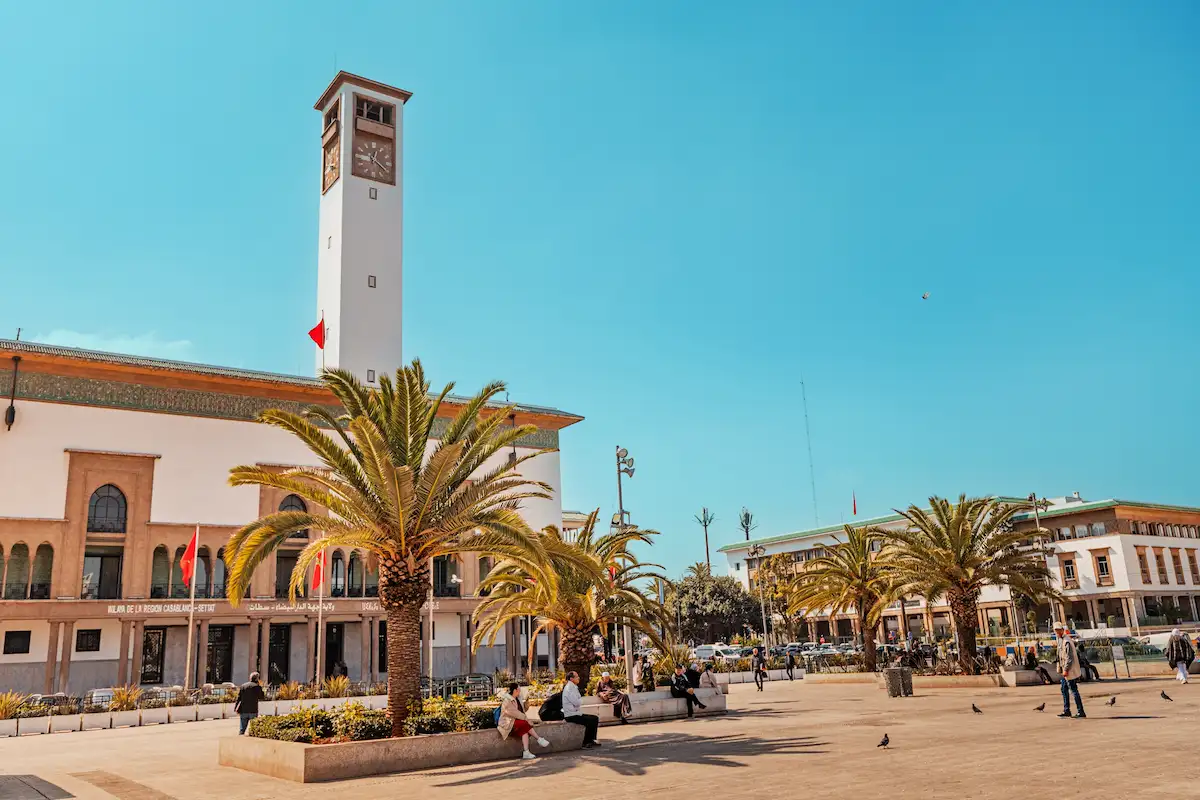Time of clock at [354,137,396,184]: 12:20
